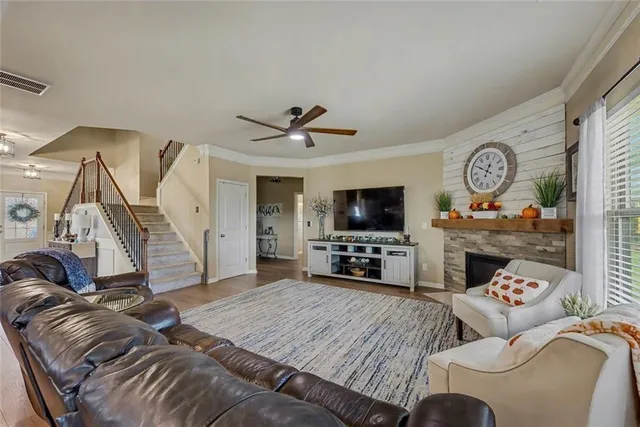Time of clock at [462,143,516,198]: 12:49
